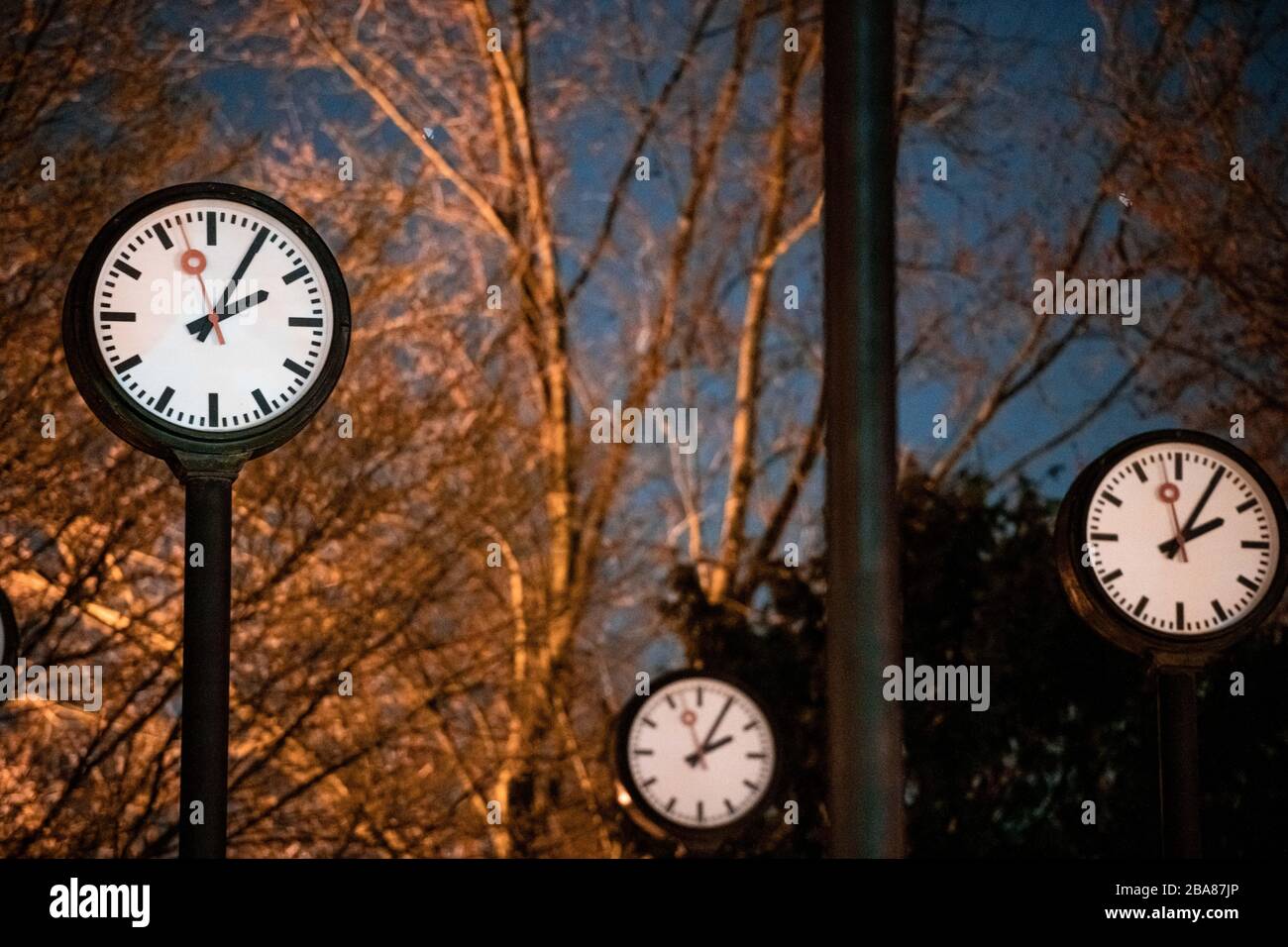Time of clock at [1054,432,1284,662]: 2:05
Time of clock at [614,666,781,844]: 2:04
